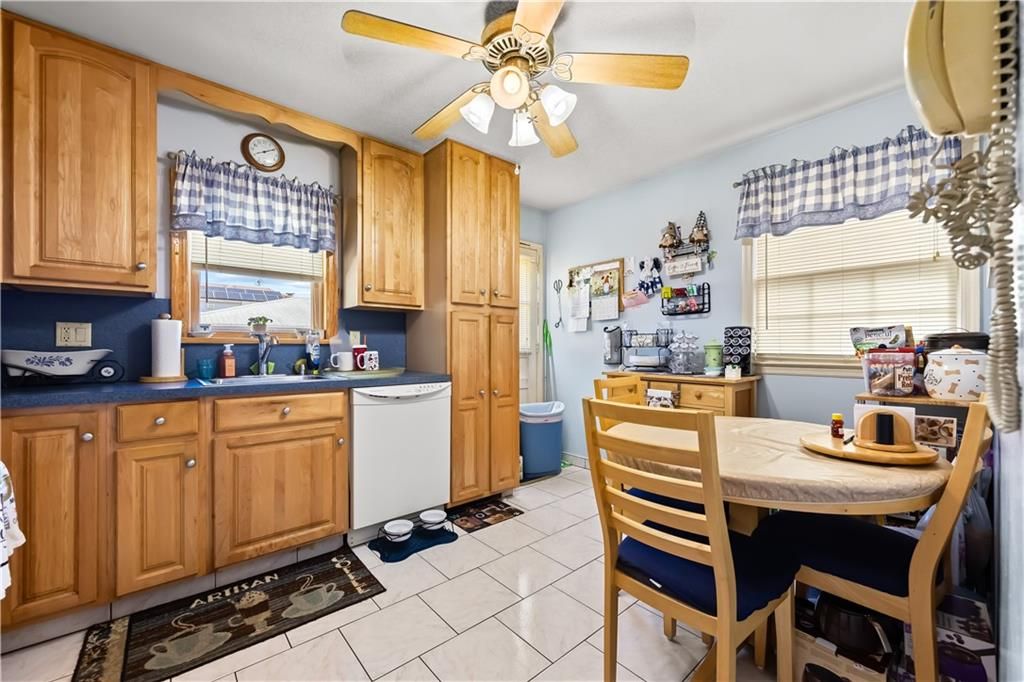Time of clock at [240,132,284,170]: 8:10
